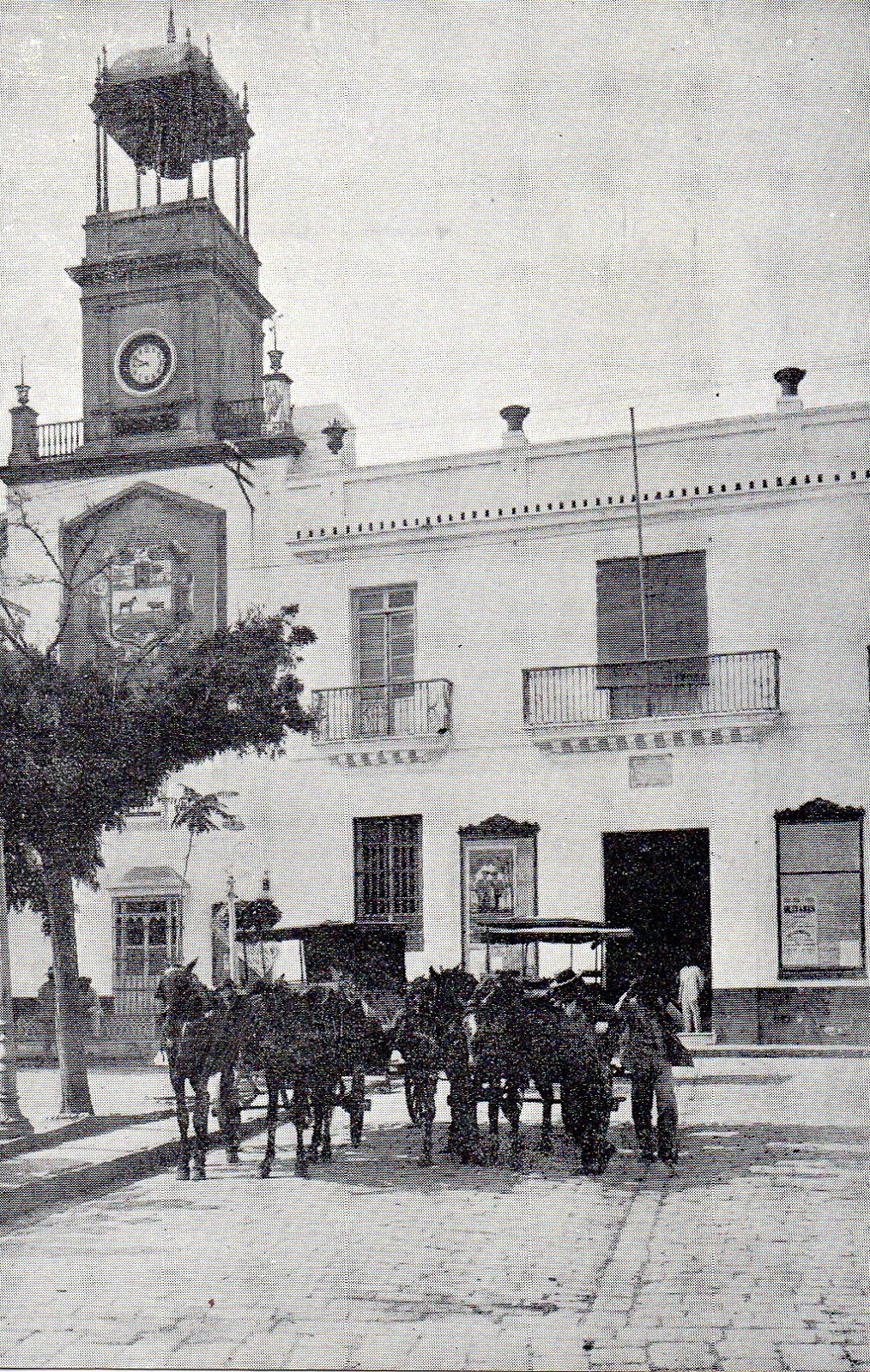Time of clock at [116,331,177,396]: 8:49
